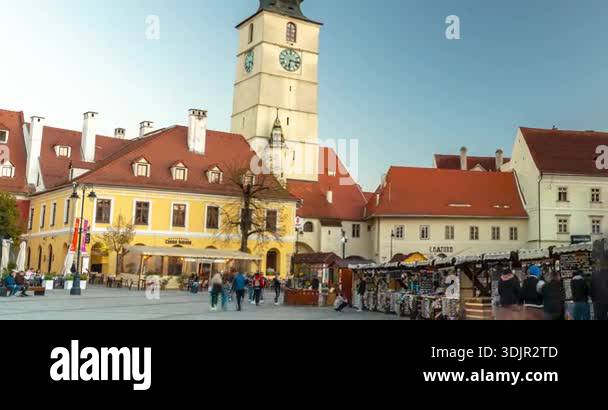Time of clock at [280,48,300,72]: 6:15
